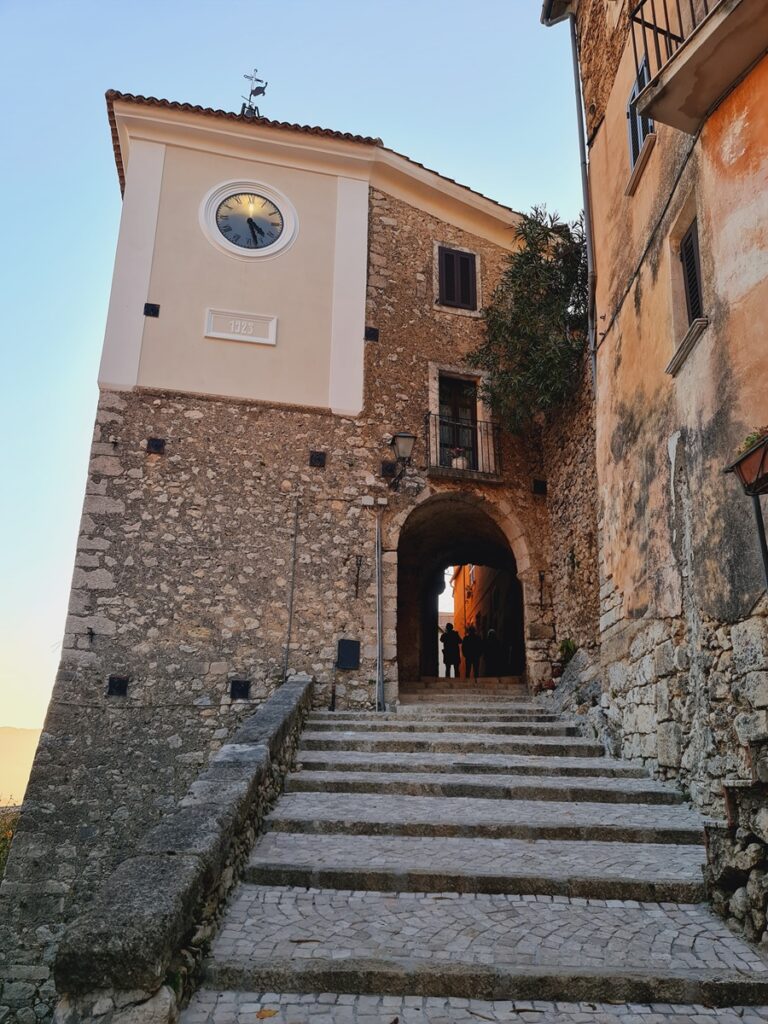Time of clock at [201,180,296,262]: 4:27
